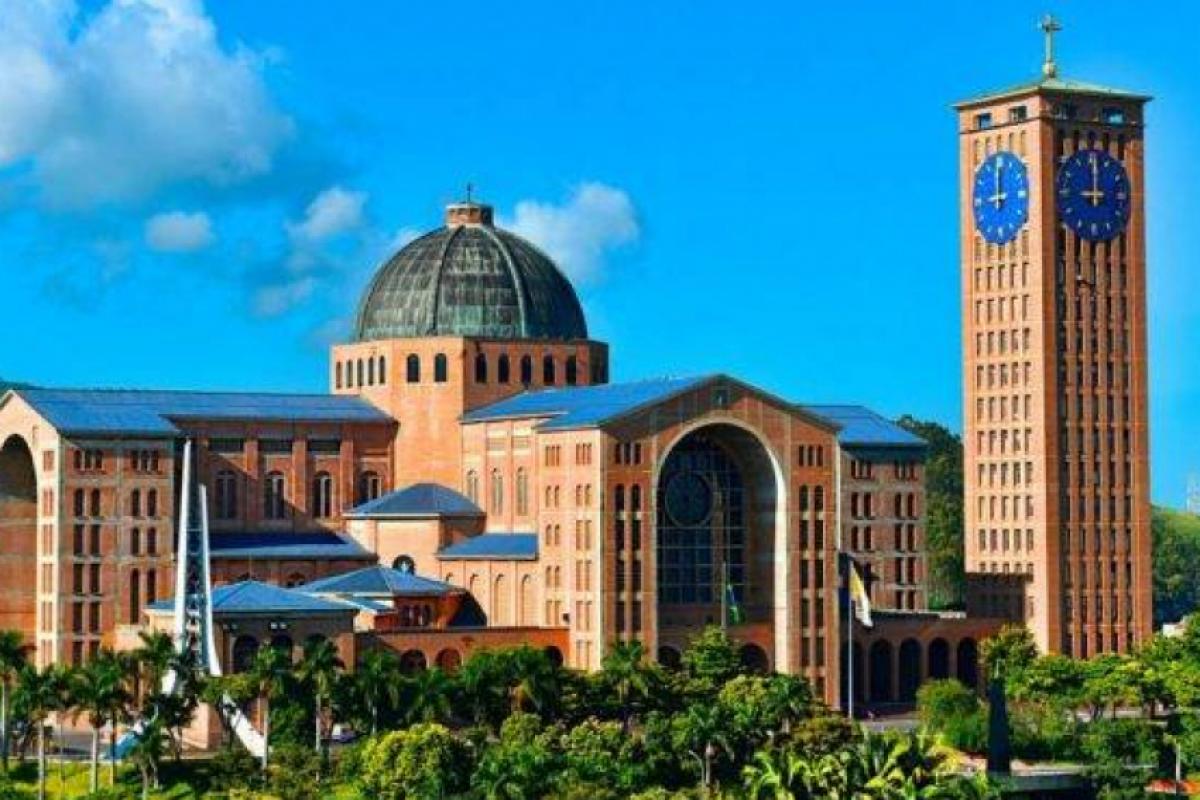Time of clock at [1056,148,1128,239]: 9:00
